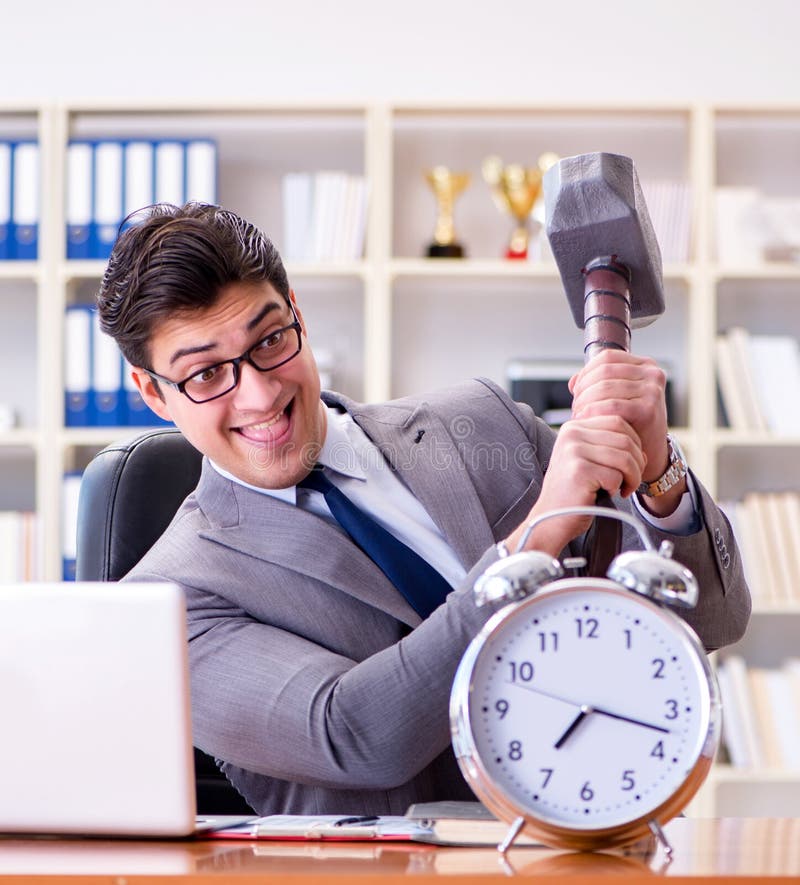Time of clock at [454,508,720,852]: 7:17
